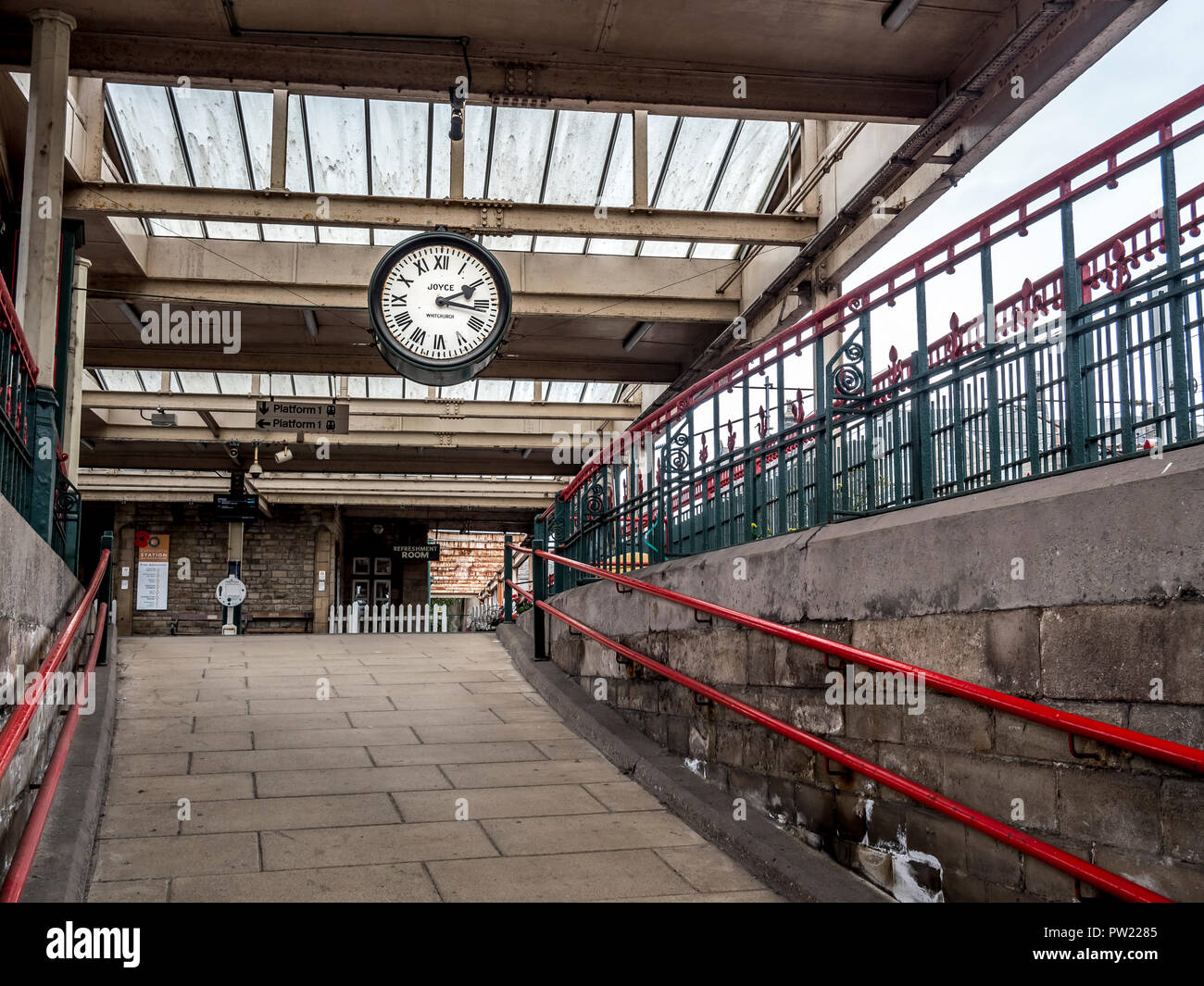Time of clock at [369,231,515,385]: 2:16
